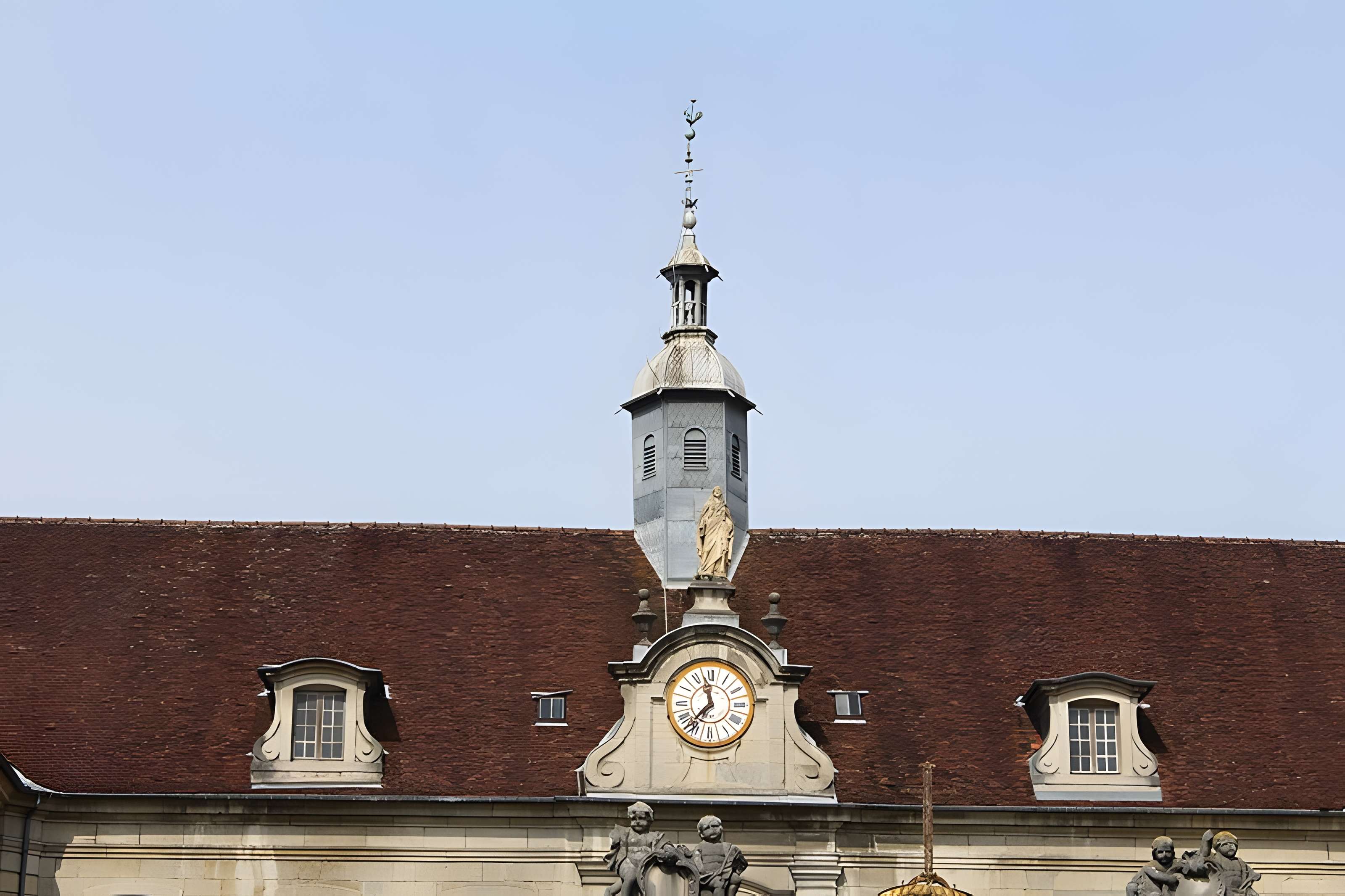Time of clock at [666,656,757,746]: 11:36
